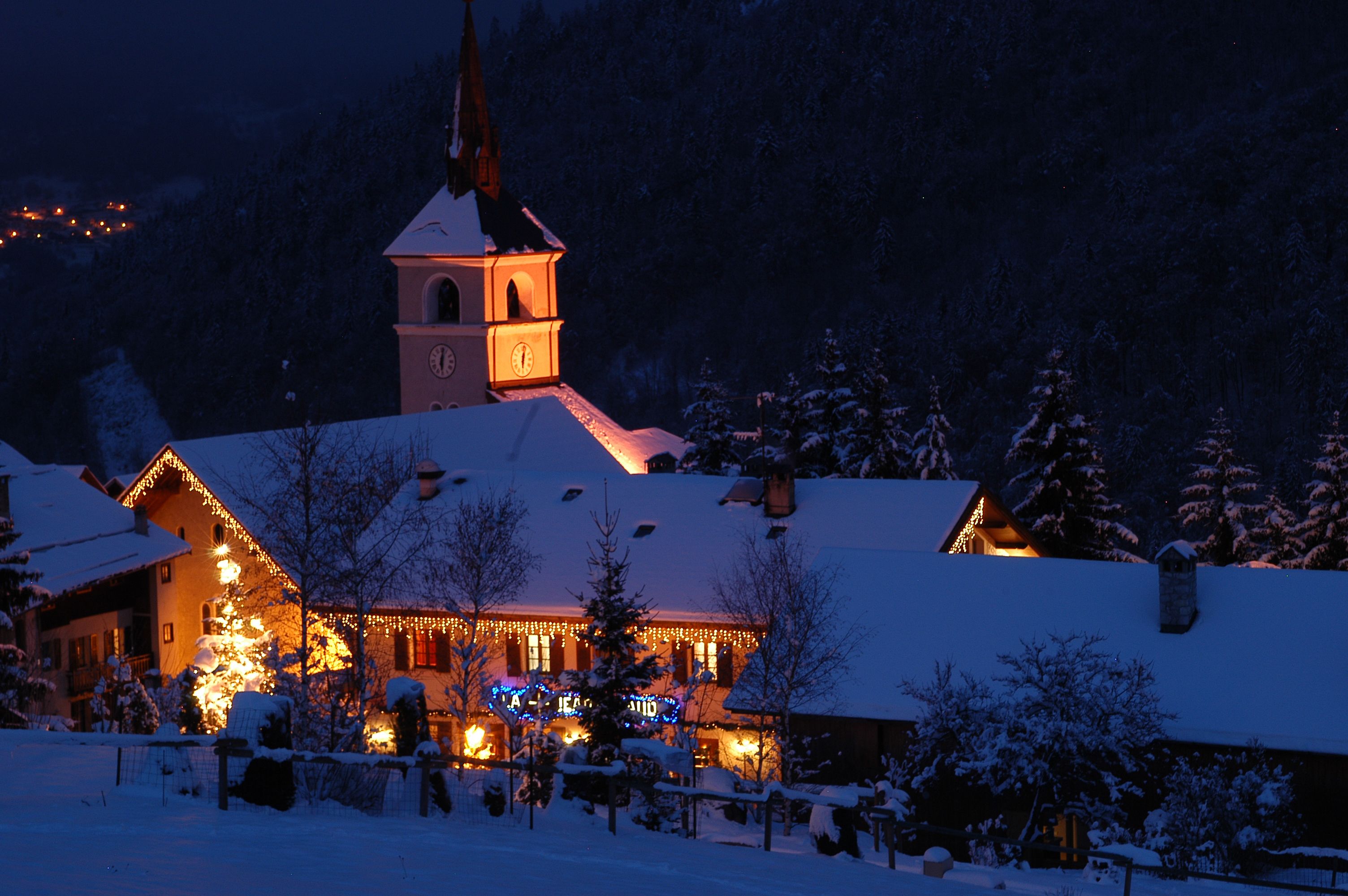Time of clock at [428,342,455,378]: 6:01
